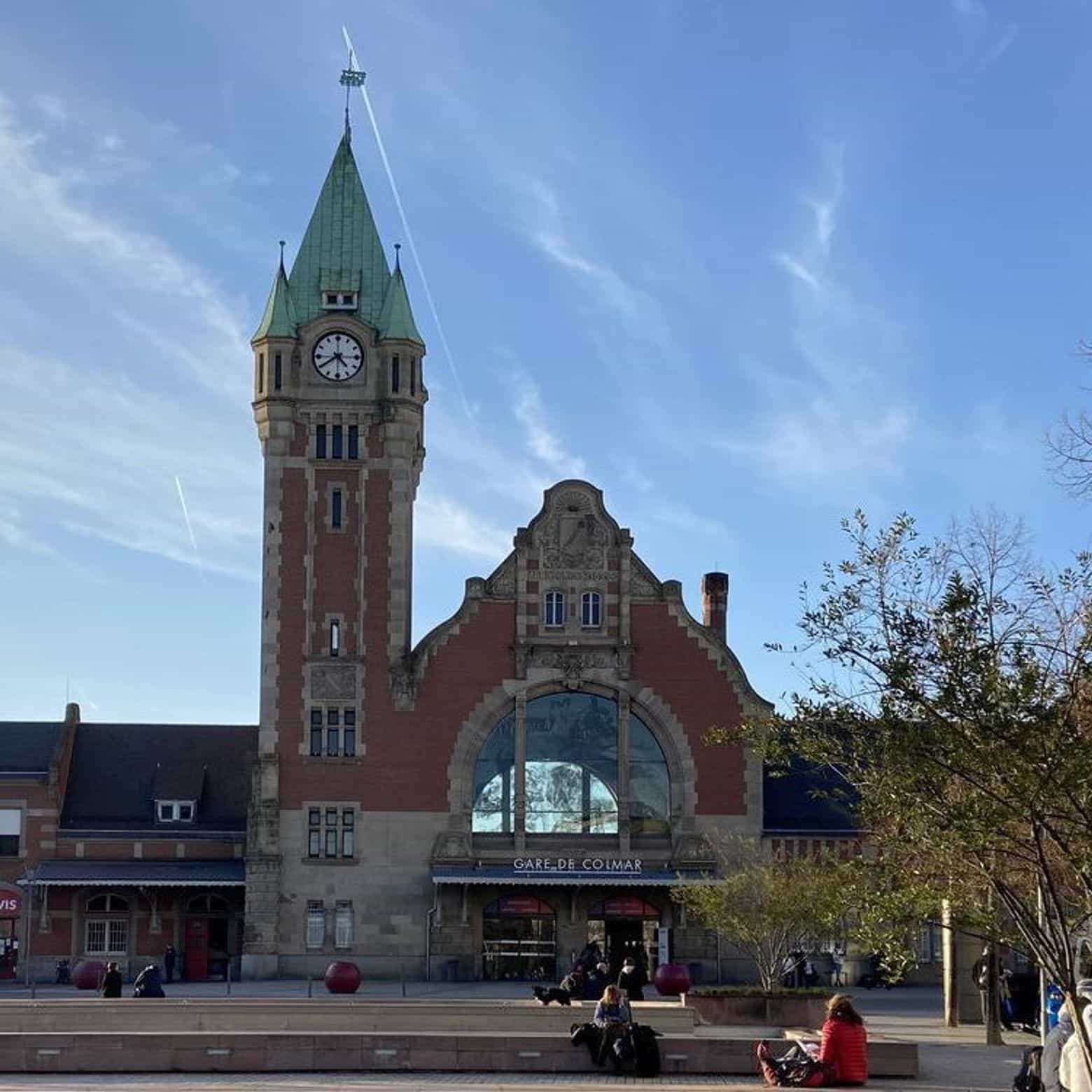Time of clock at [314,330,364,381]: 4:39
